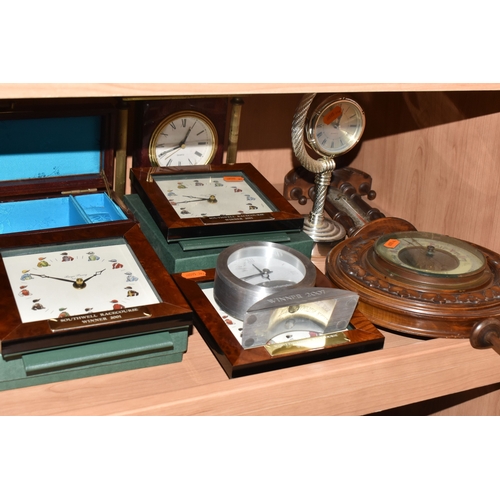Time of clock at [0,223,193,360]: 1:50
